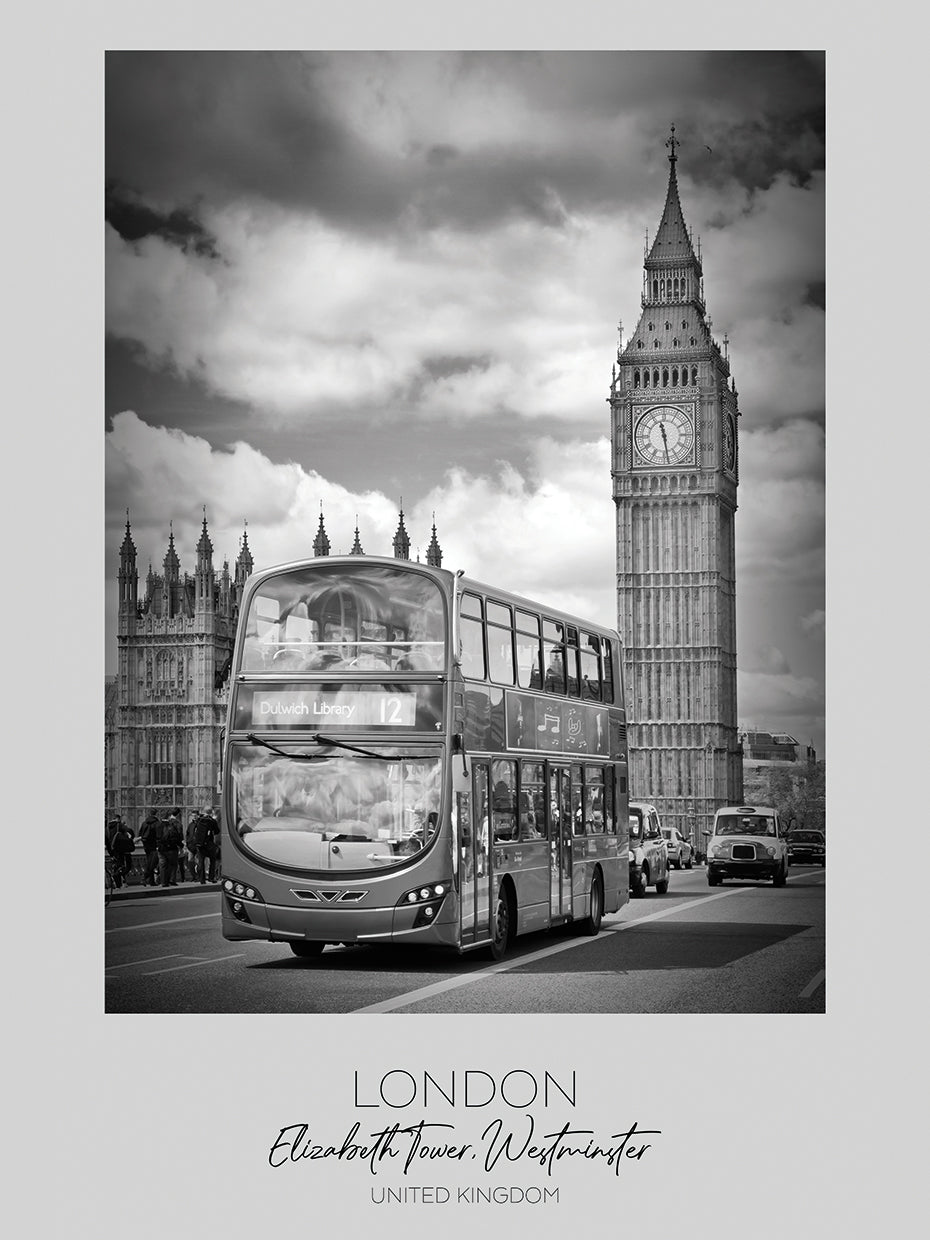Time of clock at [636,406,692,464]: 11:28
